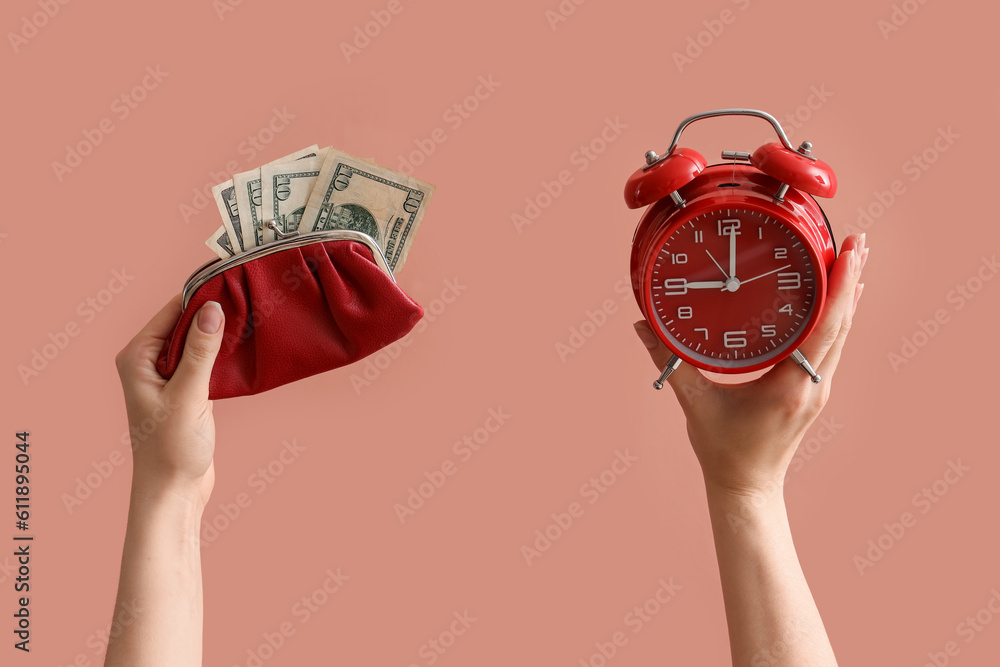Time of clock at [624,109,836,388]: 9:01
